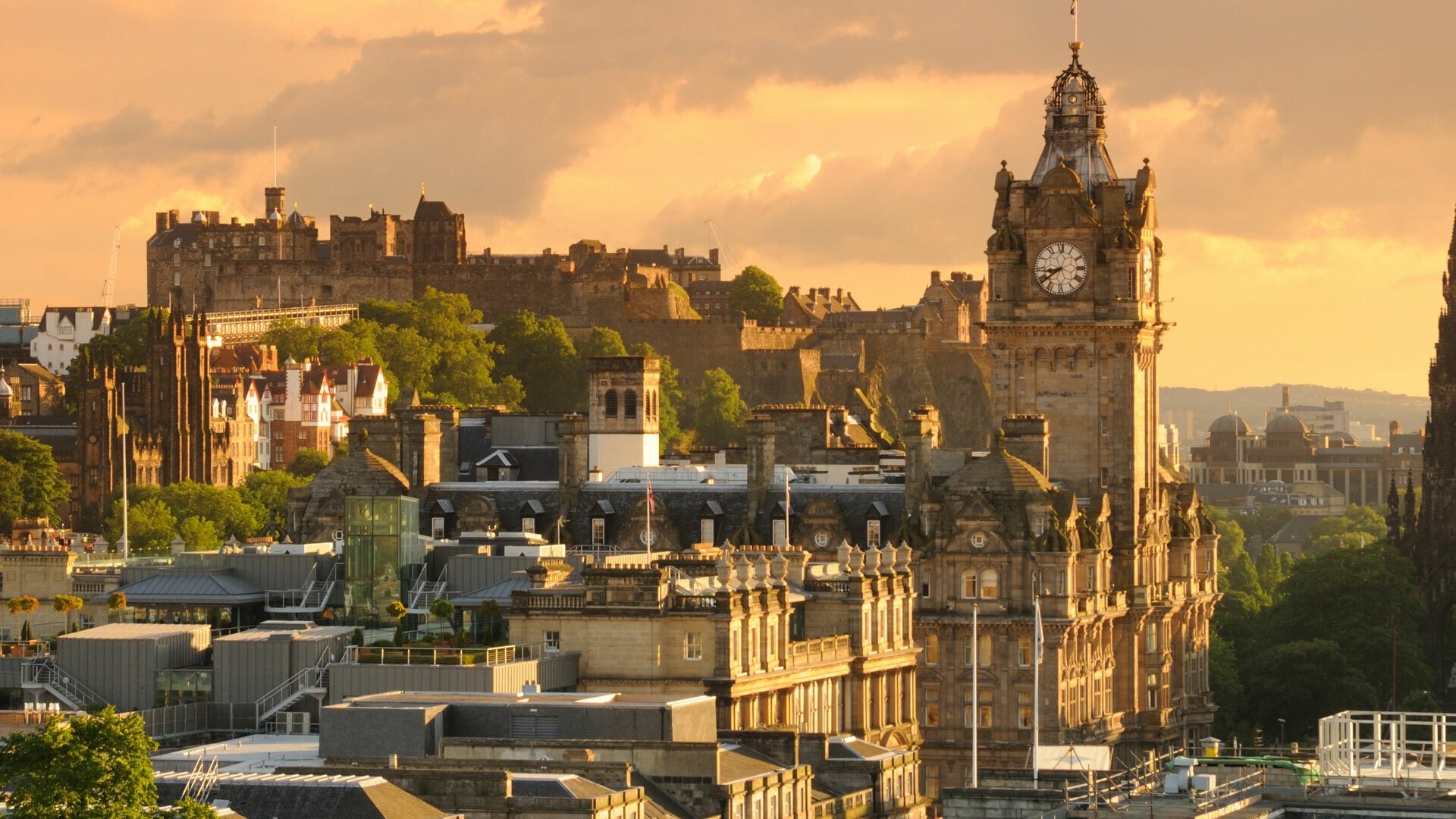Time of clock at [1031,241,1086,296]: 8:38
